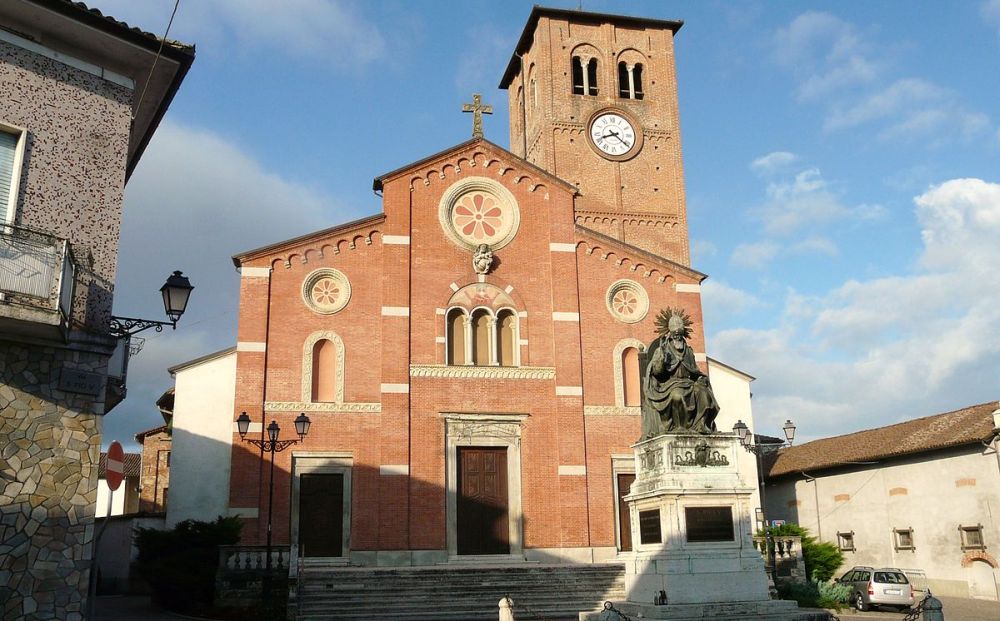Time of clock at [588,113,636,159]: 8:21
